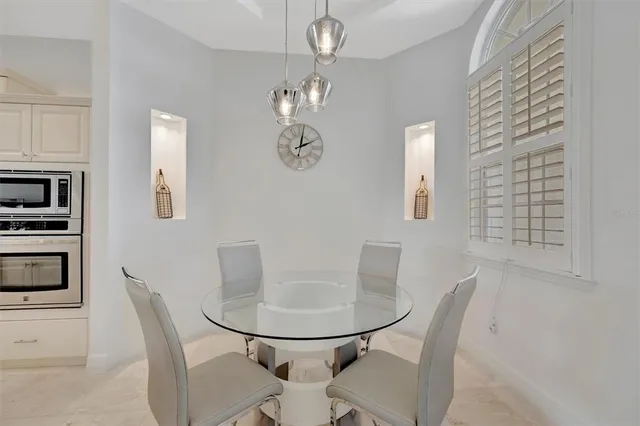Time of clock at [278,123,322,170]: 2:01
